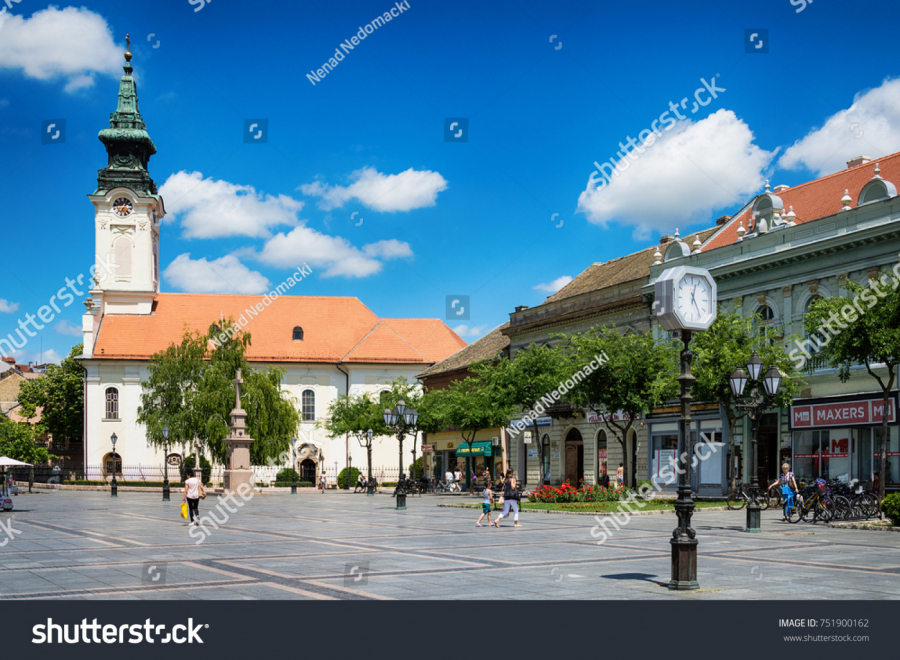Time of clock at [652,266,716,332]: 5:03
